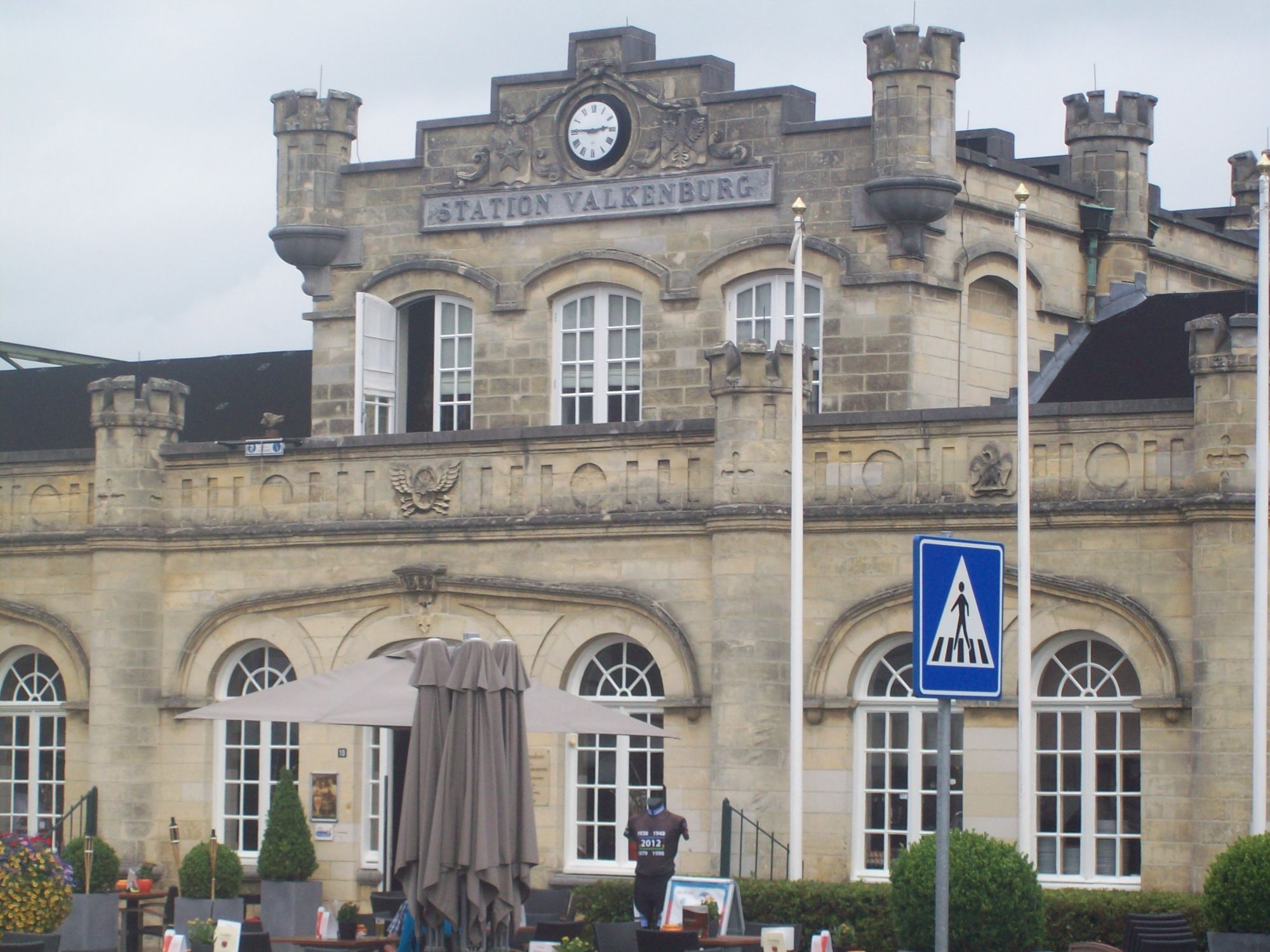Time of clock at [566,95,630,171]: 2:45
